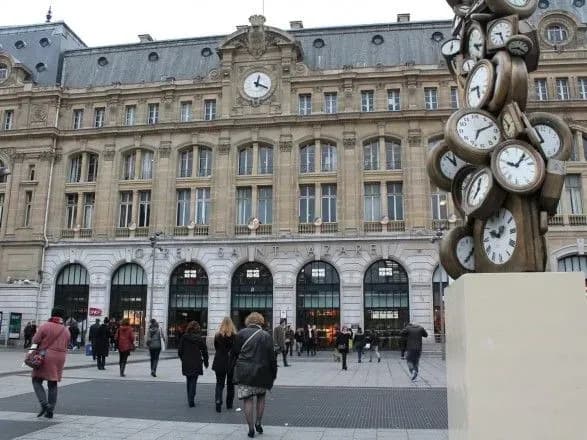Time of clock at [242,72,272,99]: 12:18
